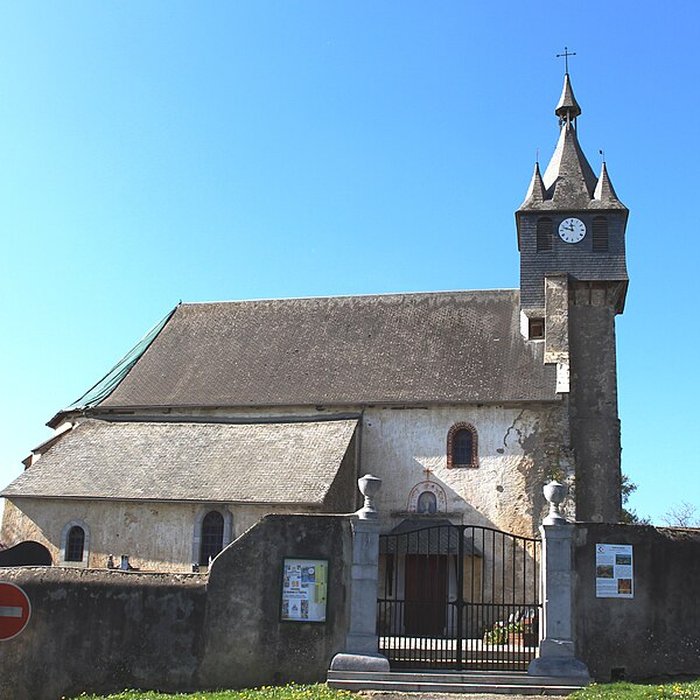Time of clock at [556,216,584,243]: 11:47
